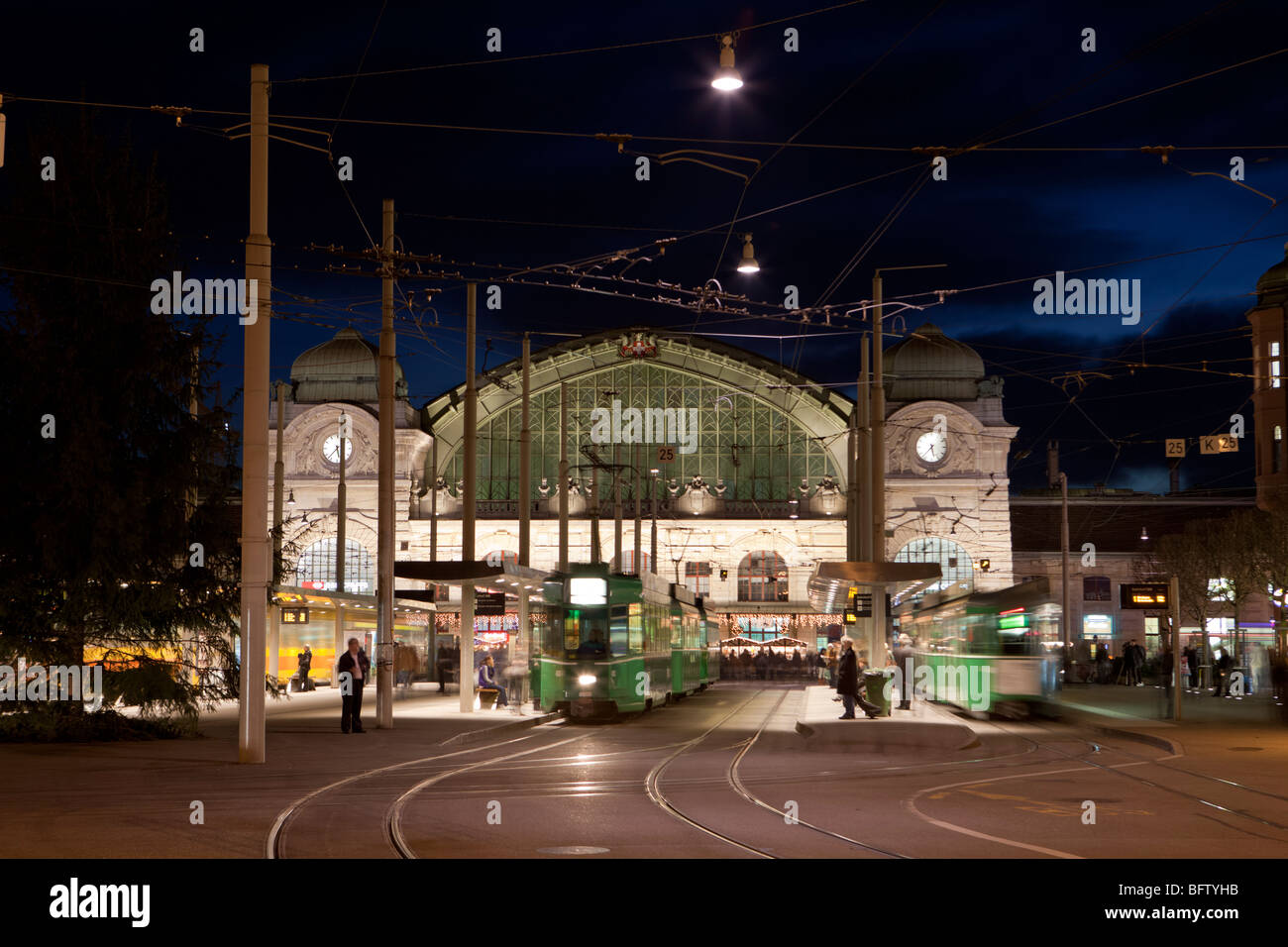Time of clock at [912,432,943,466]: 5:37
